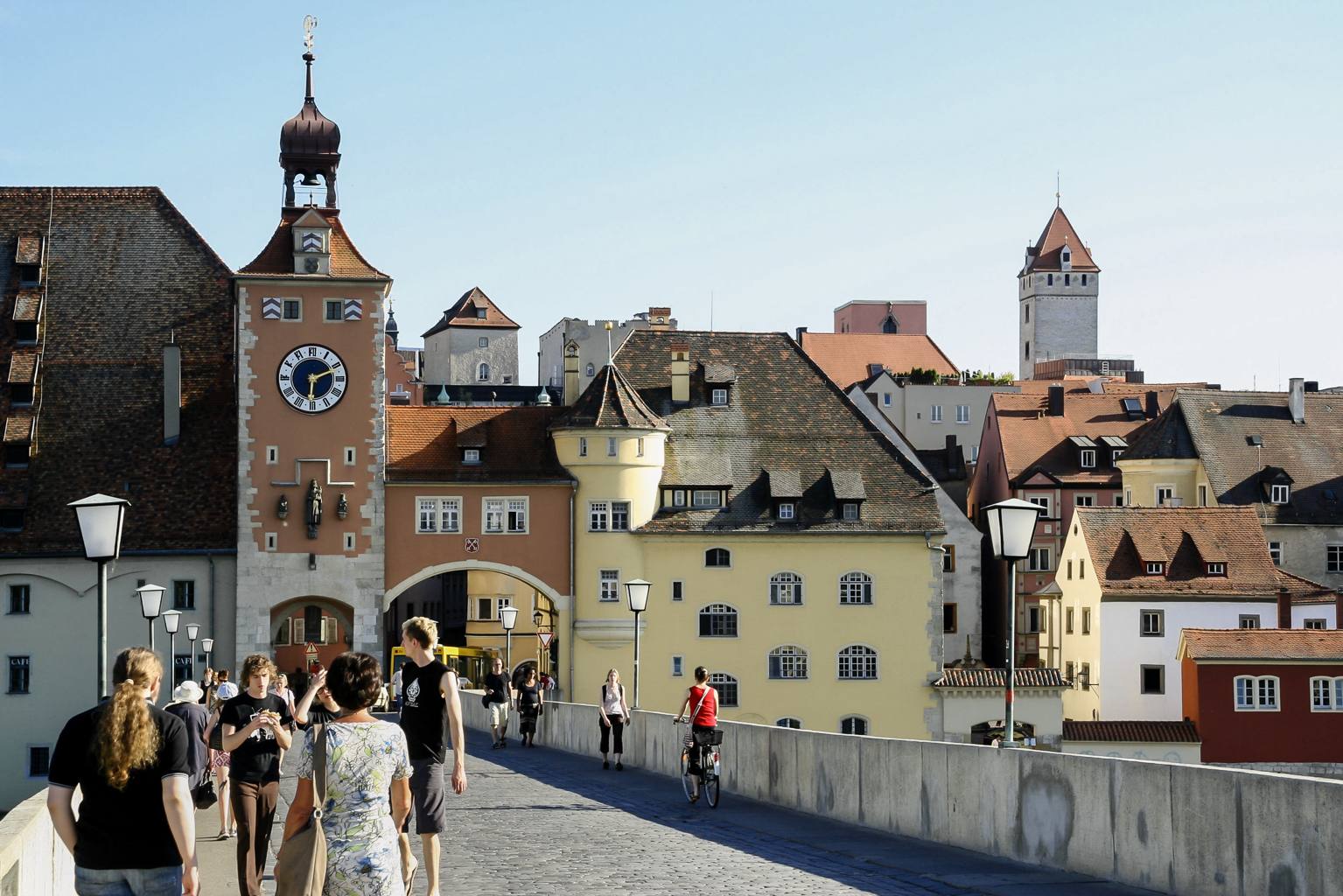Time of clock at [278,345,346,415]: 6:10
